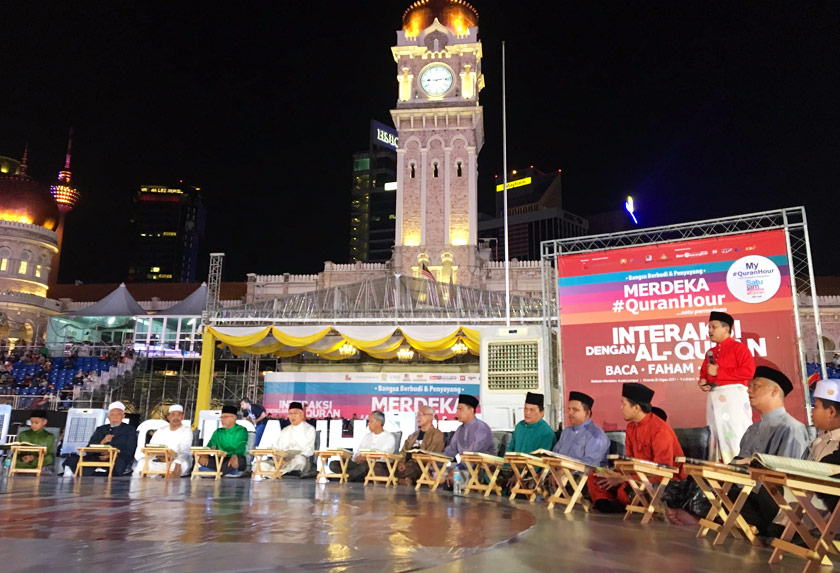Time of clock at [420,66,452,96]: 9:13
